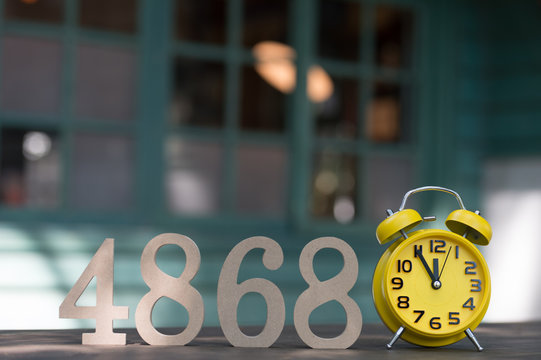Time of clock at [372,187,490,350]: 11:54
